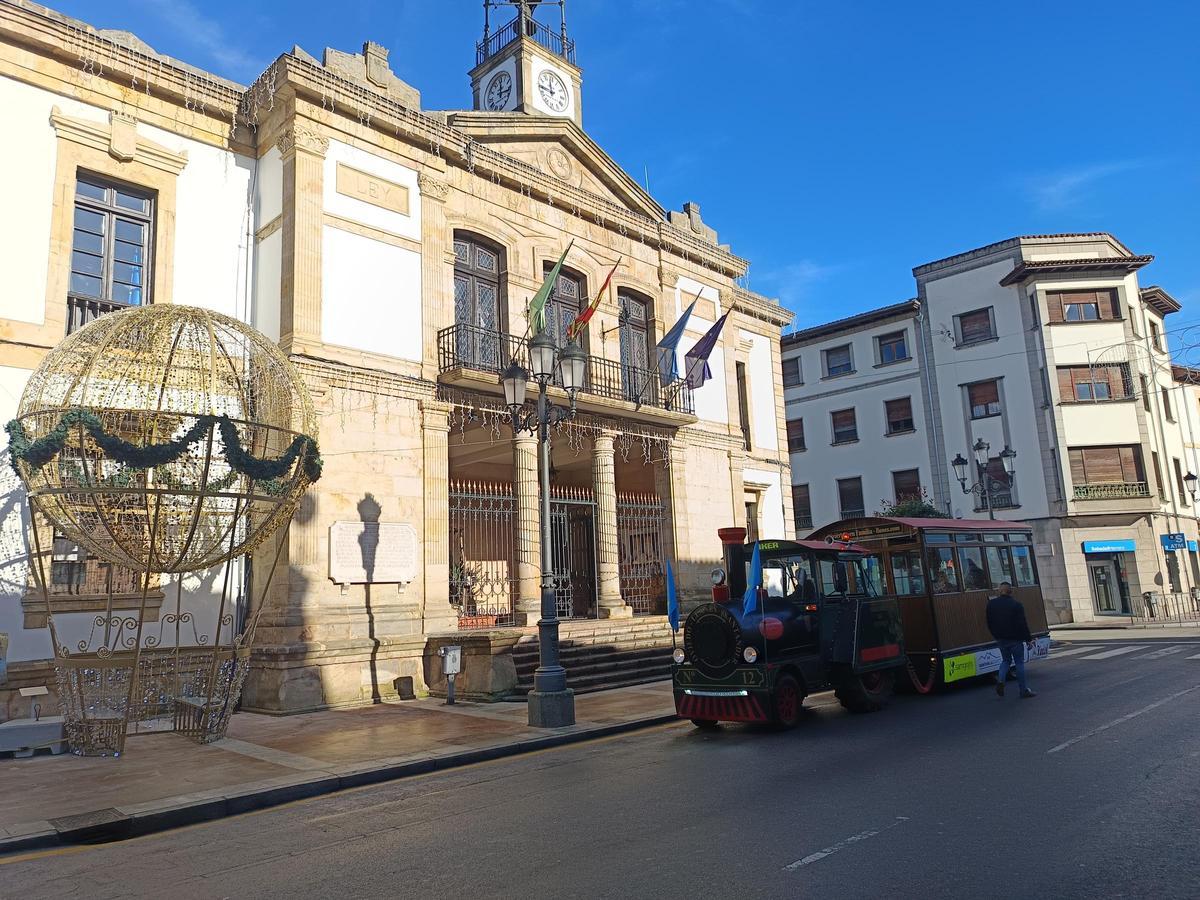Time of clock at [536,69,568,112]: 11:44
